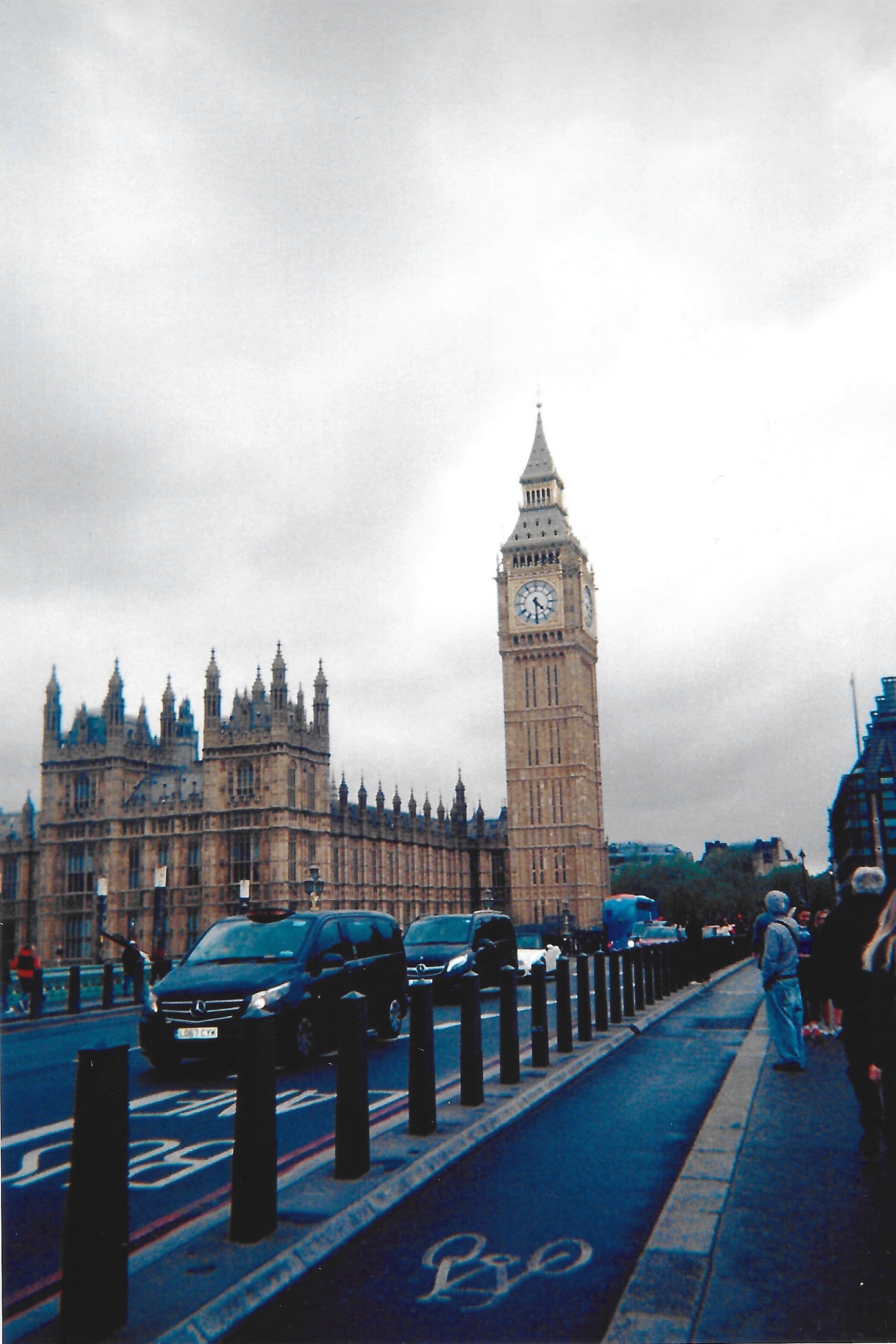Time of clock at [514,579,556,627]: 4:29
